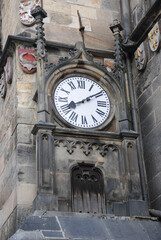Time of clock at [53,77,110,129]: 8:09
